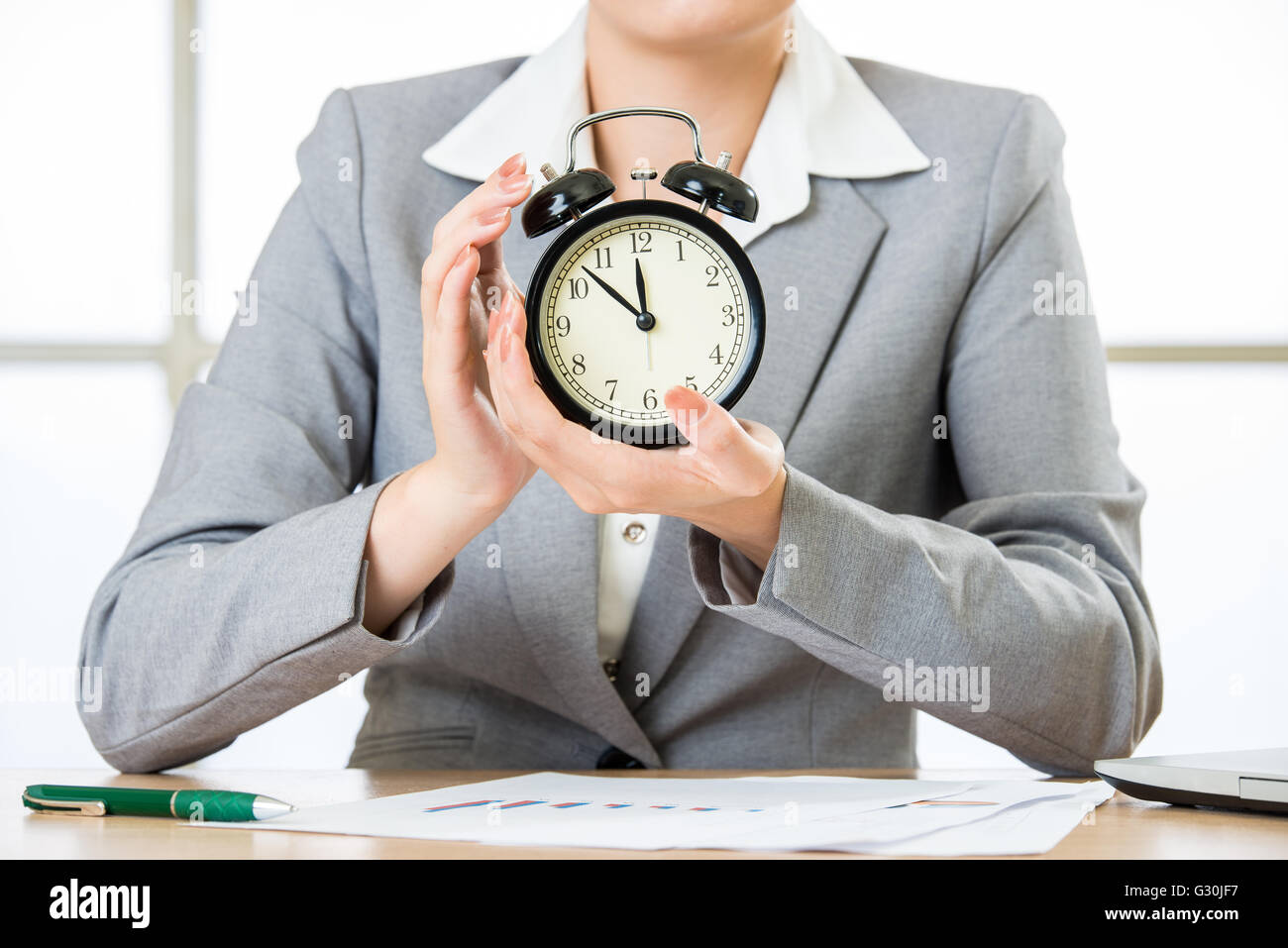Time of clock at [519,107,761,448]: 11:52
